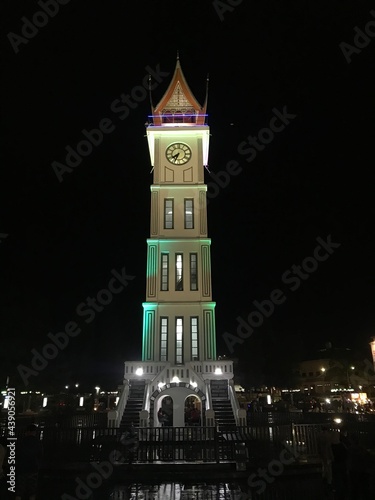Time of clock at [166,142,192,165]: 7:33
